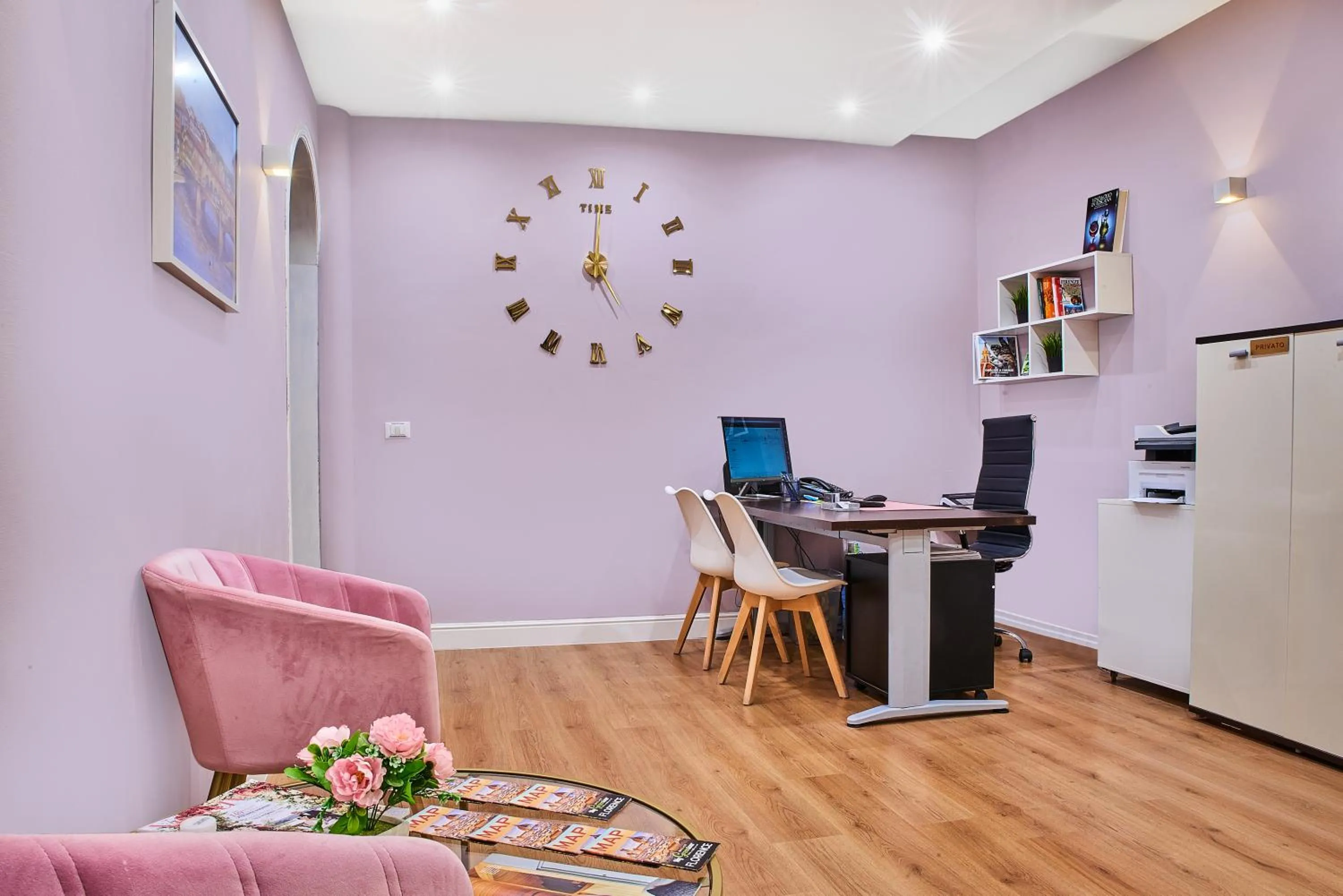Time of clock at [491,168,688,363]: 5:00
